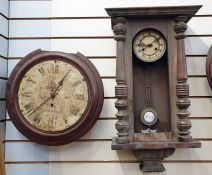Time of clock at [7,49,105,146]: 12:37
